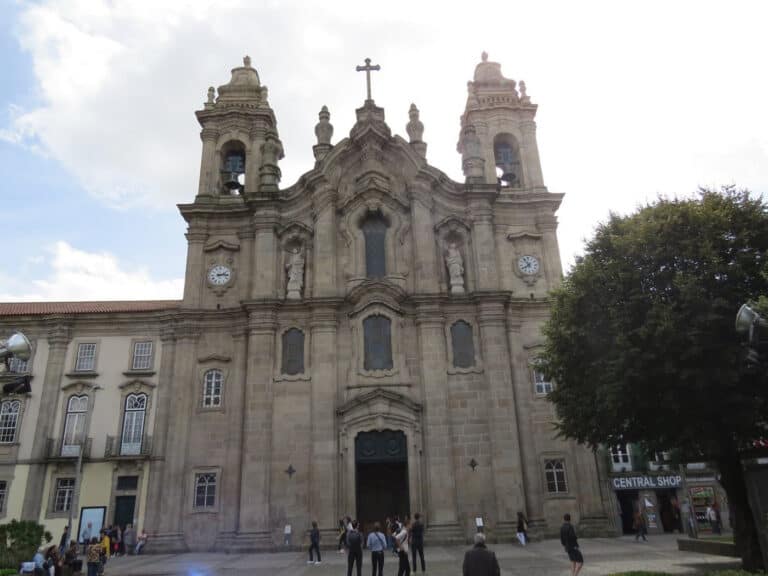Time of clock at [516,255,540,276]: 7:54
